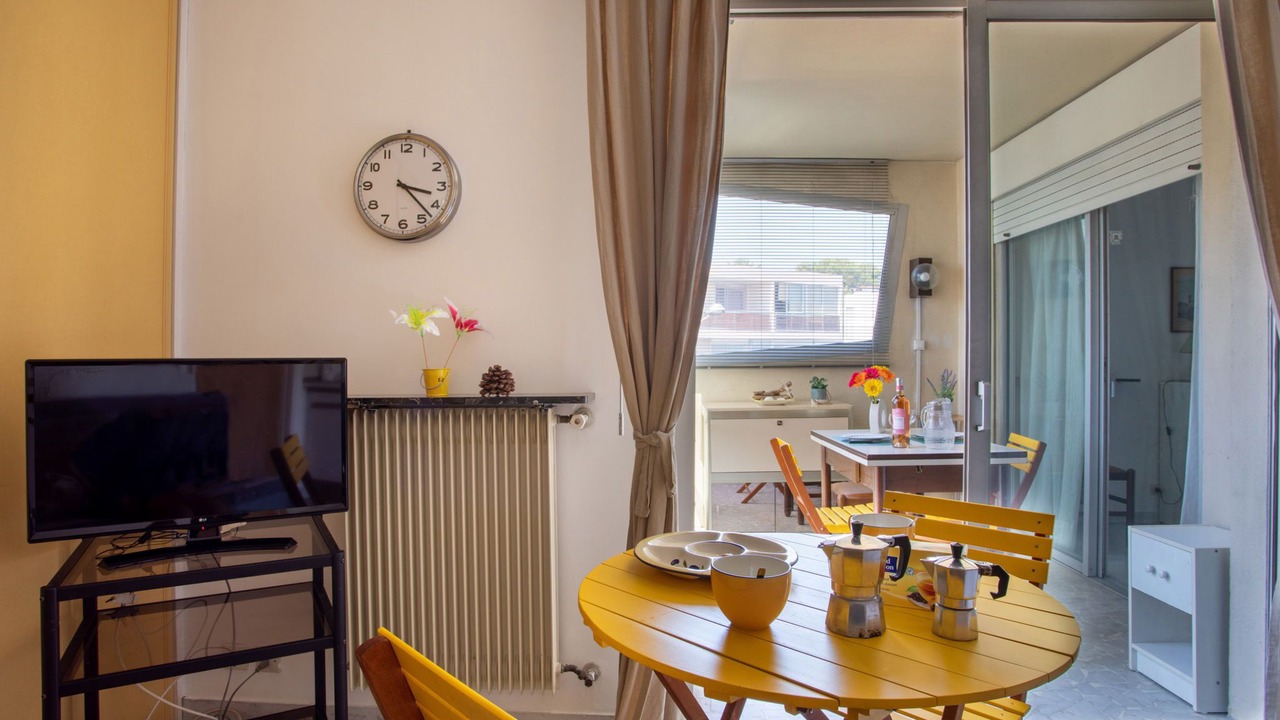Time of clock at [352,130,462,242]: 3:22
